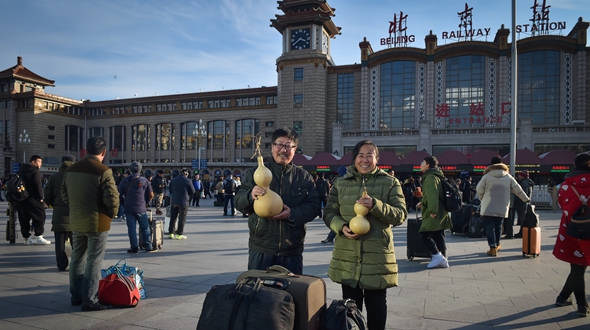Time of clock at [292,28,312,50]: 3:39
